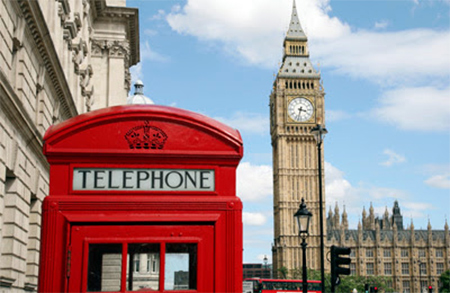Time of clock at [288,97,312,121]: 3:32
